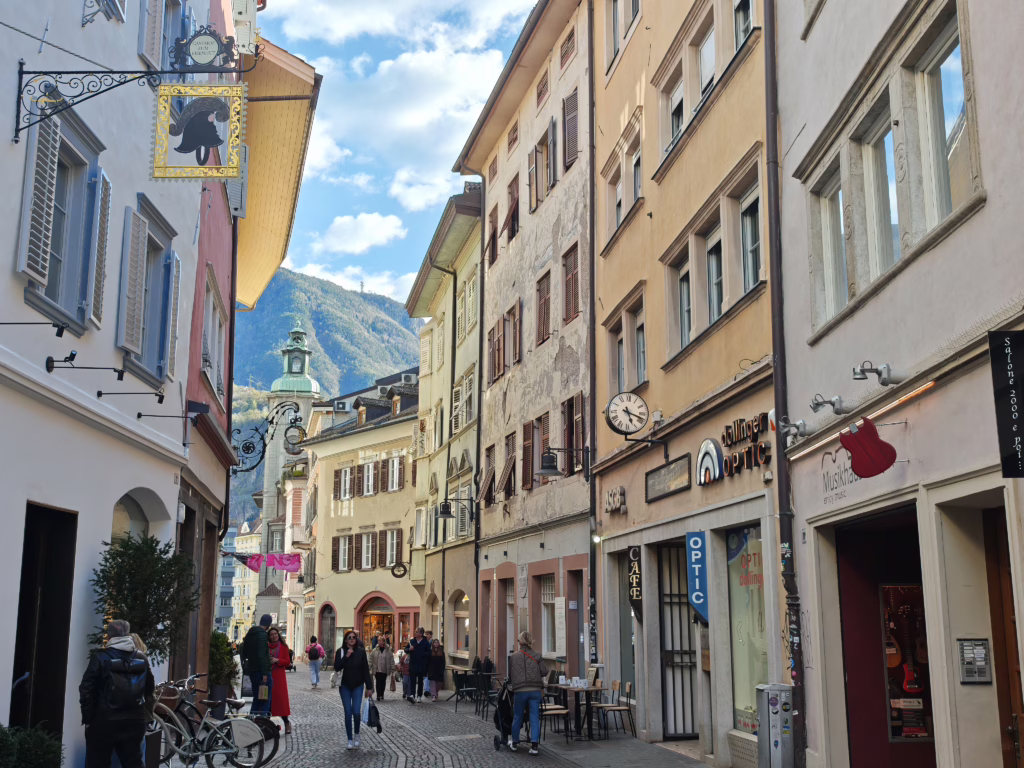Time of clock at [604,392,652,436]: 5:18
